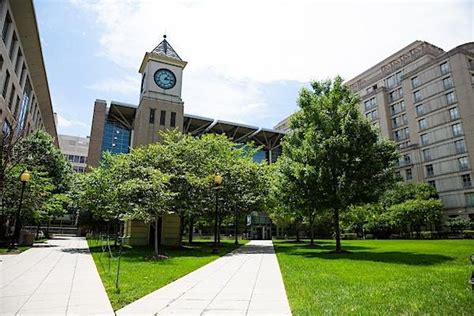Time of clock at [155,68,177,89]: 1:16
